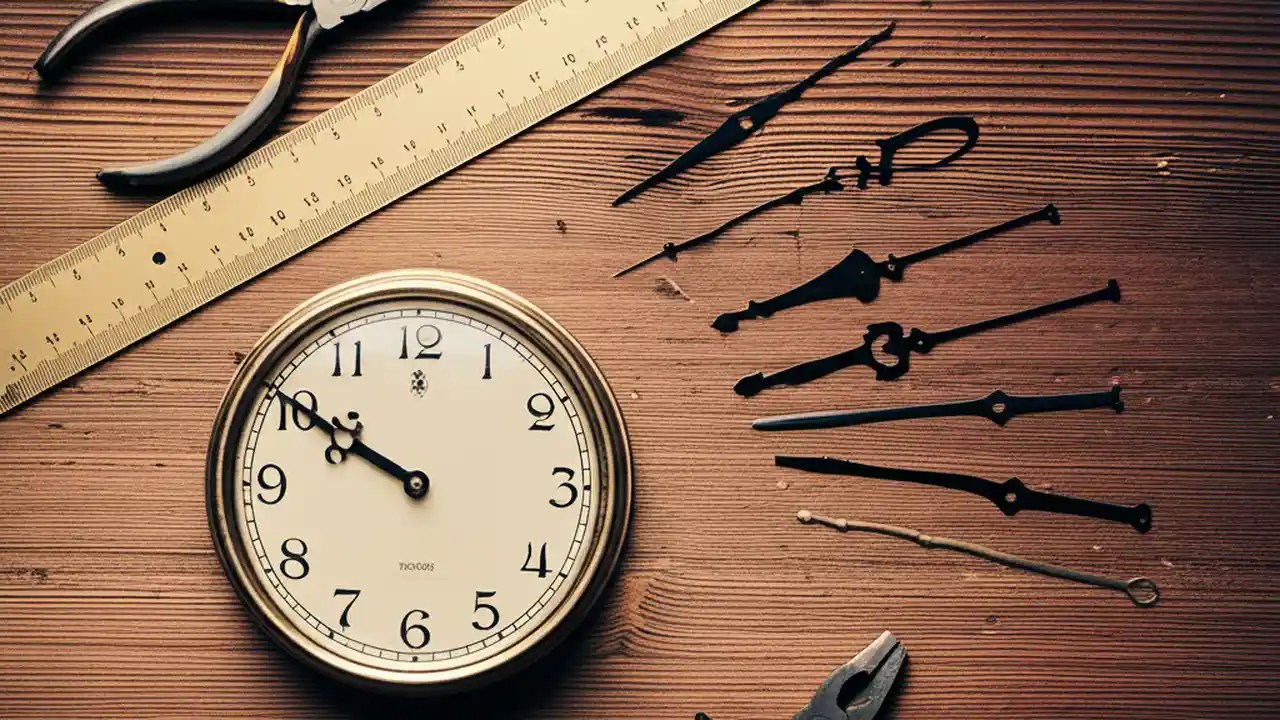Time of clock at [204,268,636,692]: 9:50
